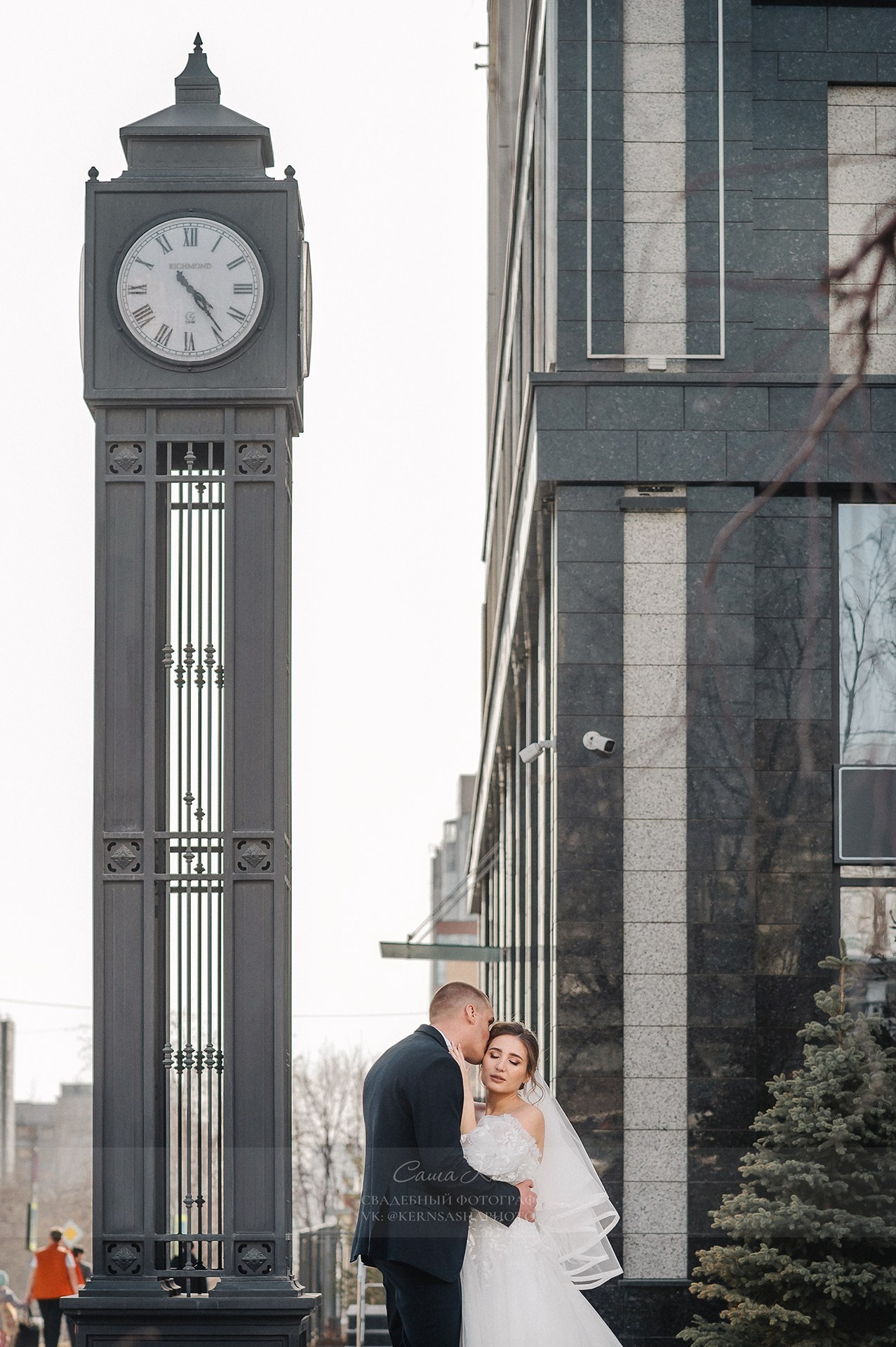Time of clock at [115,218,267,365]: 4:23
